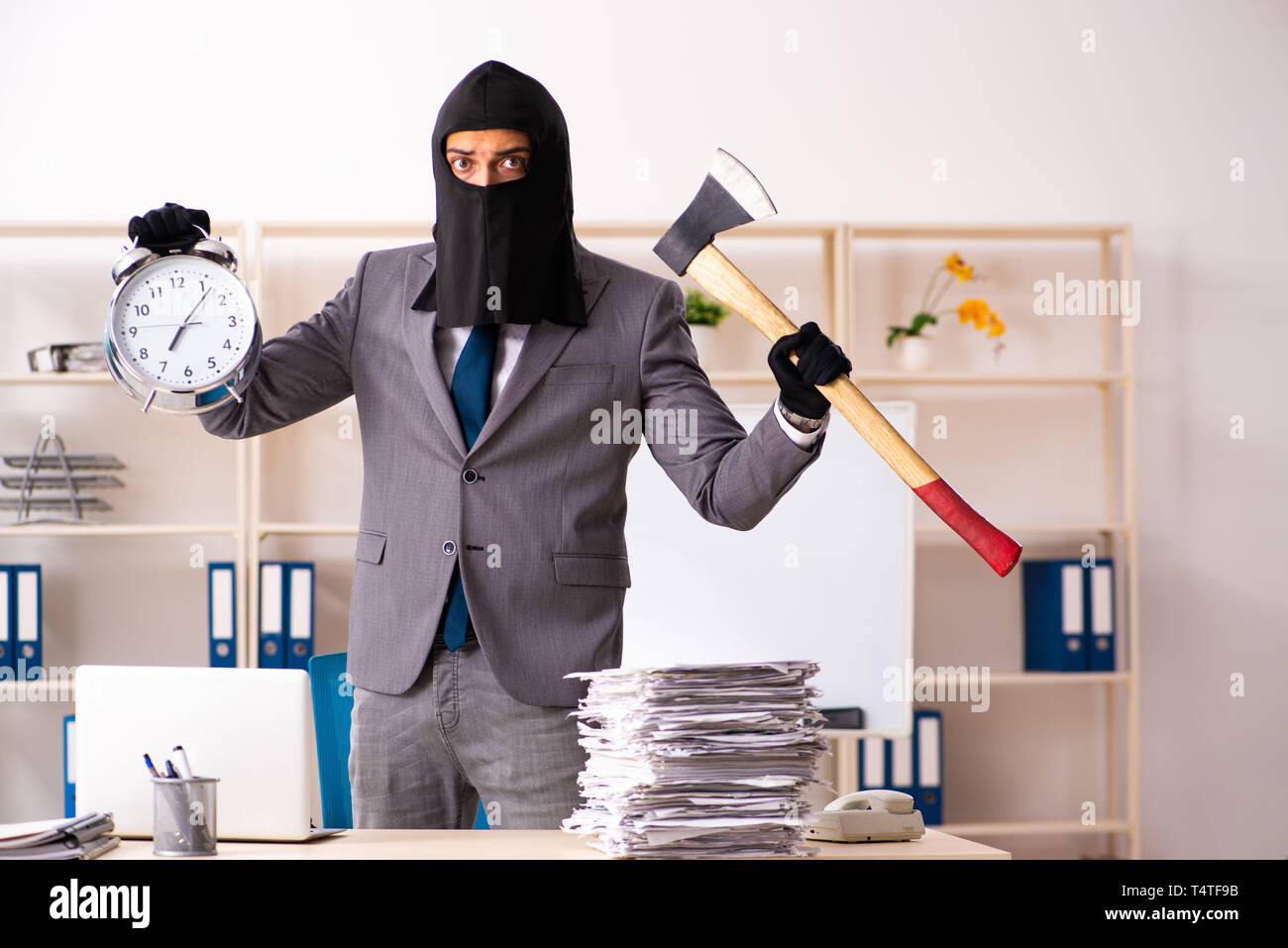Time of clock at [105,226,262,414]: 7:06
